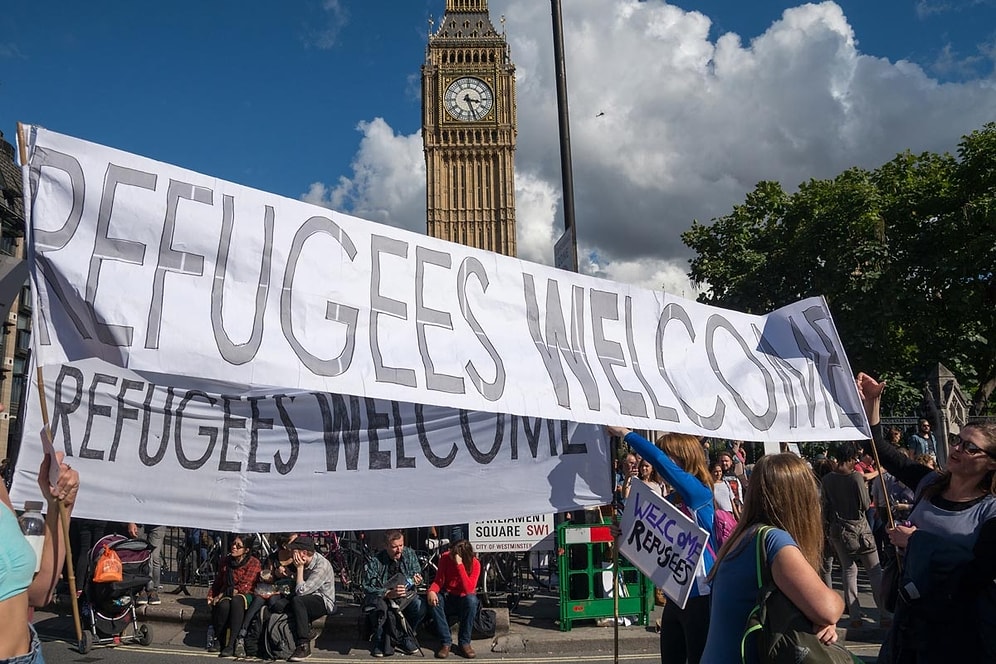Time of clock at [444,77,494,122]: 3:27
